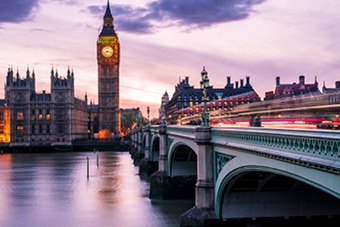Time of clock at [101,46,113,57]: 8:17
